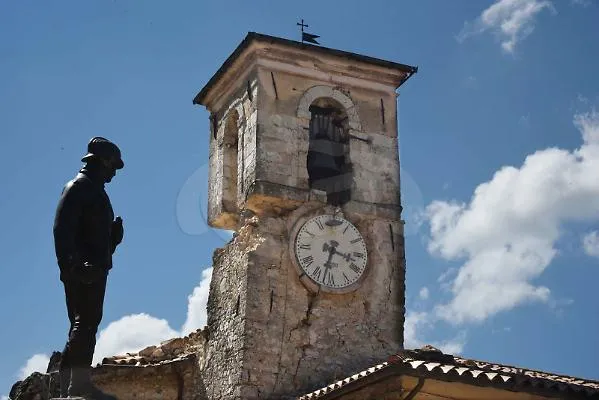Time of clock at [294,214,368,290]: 3:32
